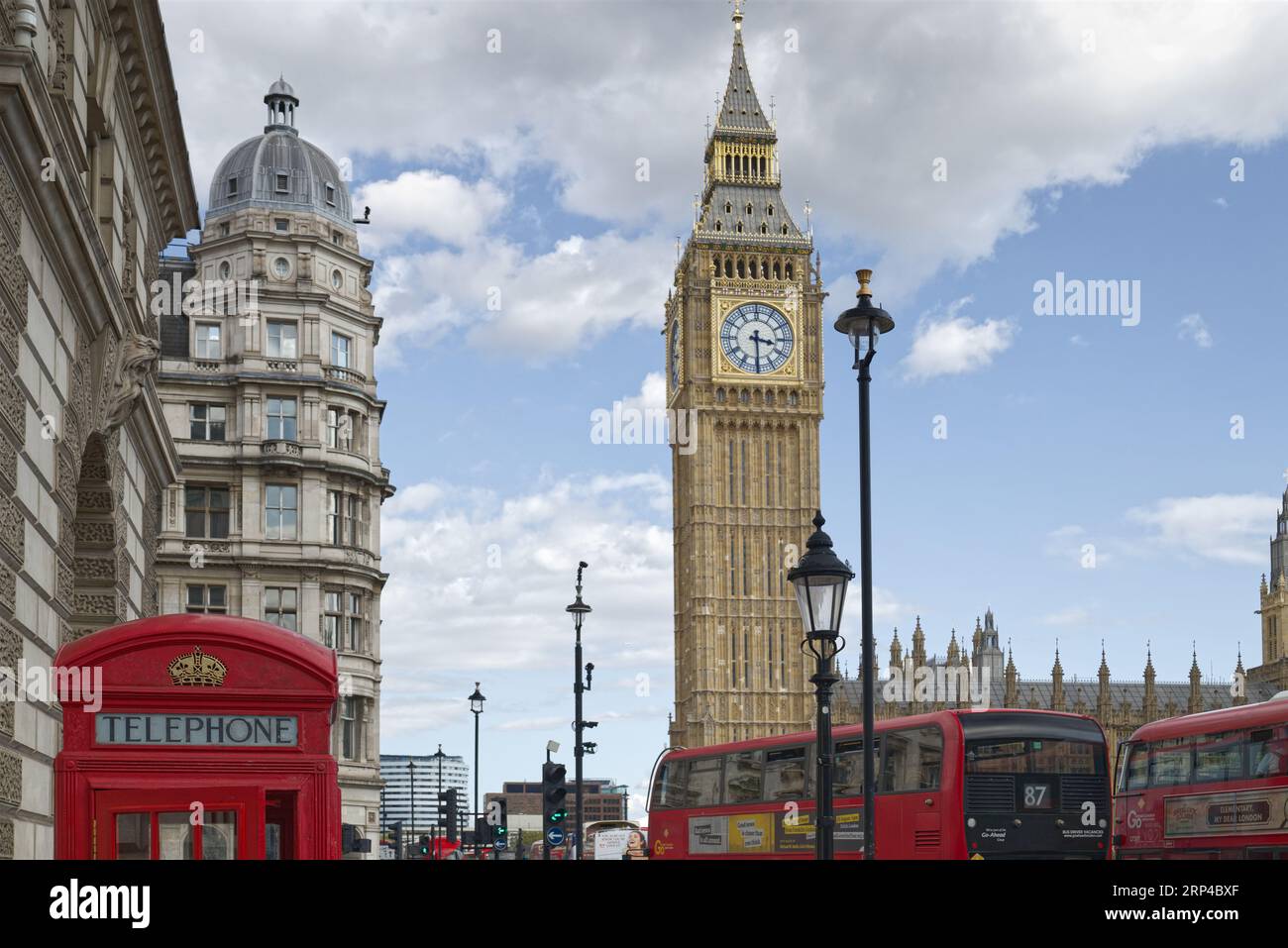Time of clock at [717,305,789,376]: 3:29
